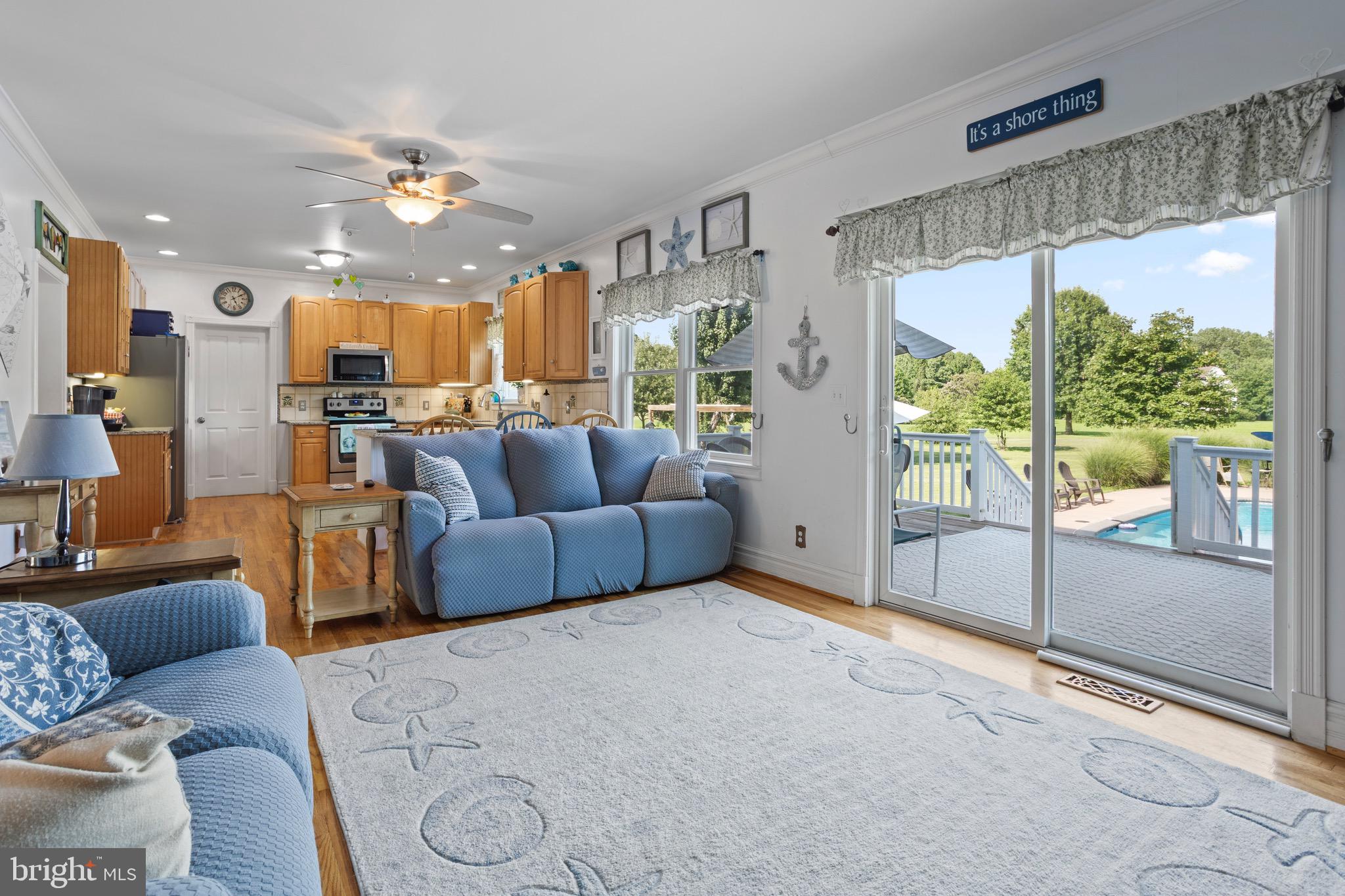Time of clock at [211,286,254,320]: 5:09
